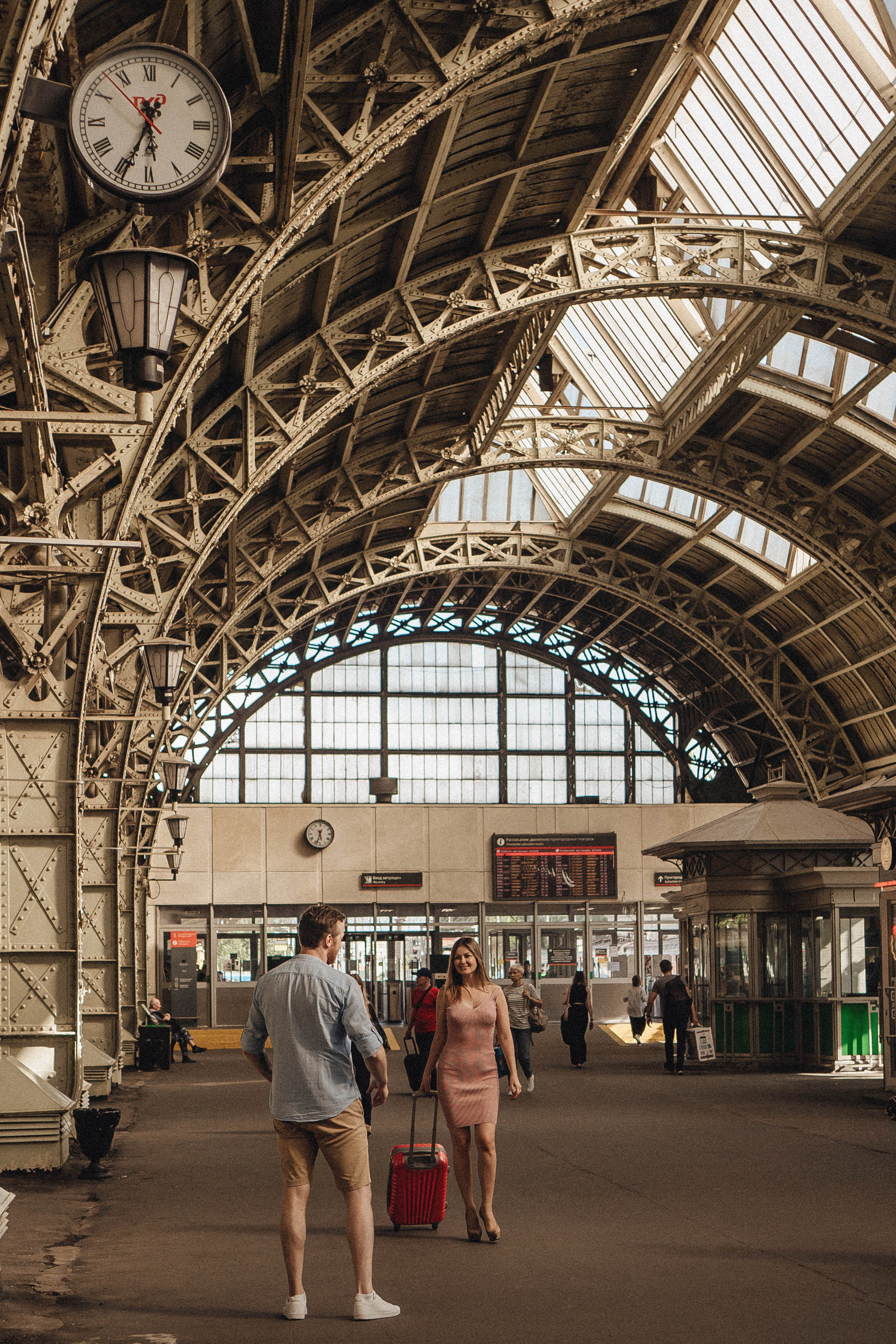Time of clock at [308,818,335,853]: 5:33
